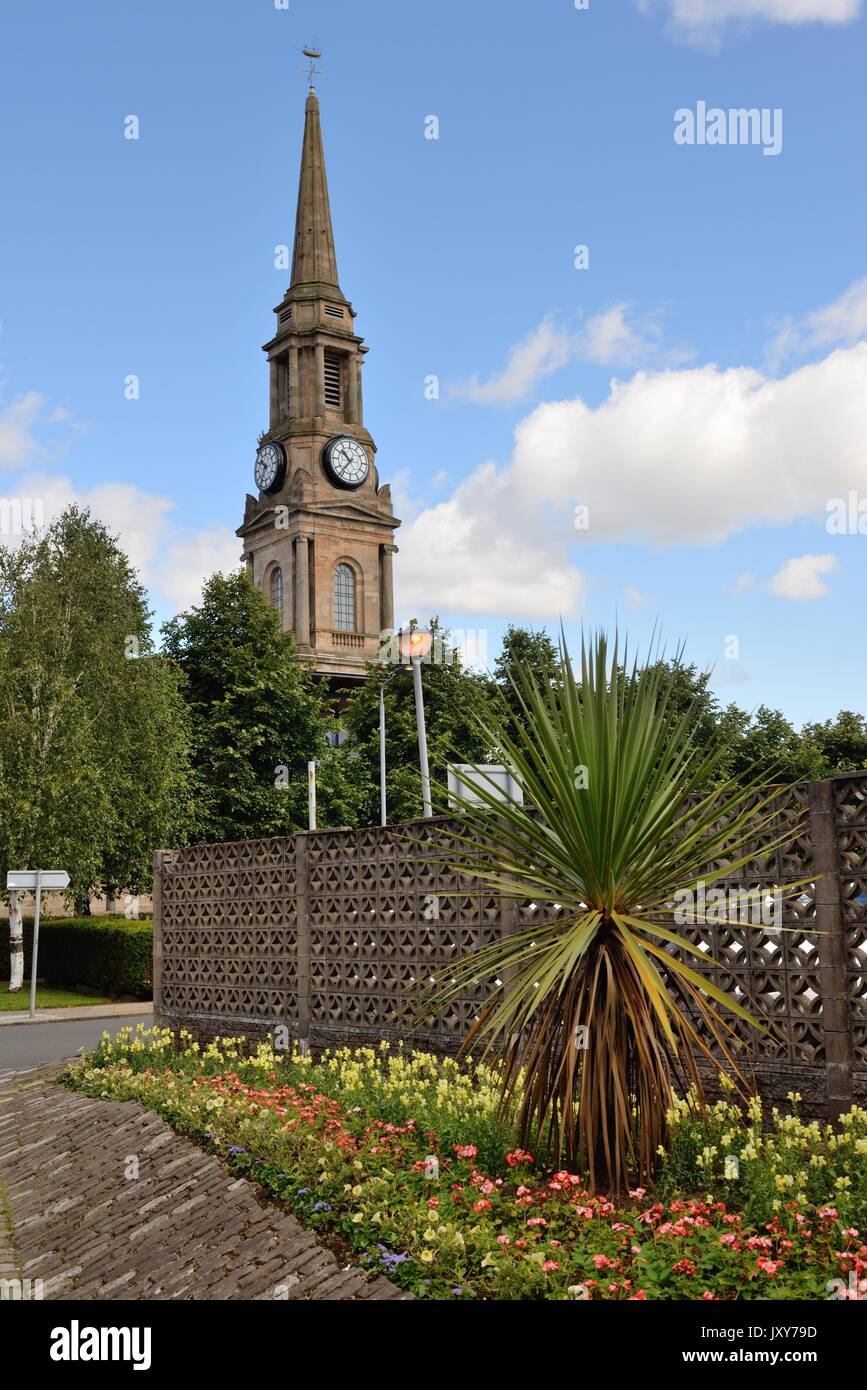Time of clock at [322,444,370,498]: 10:36
